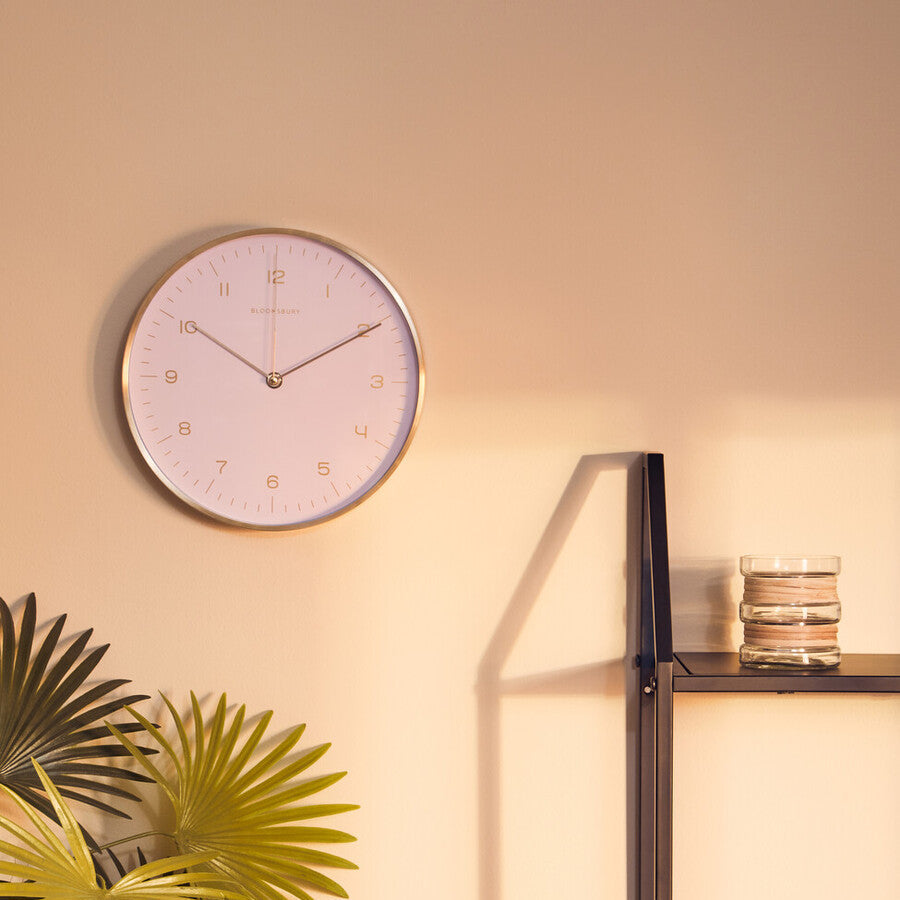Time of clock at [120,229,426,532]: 10:10
